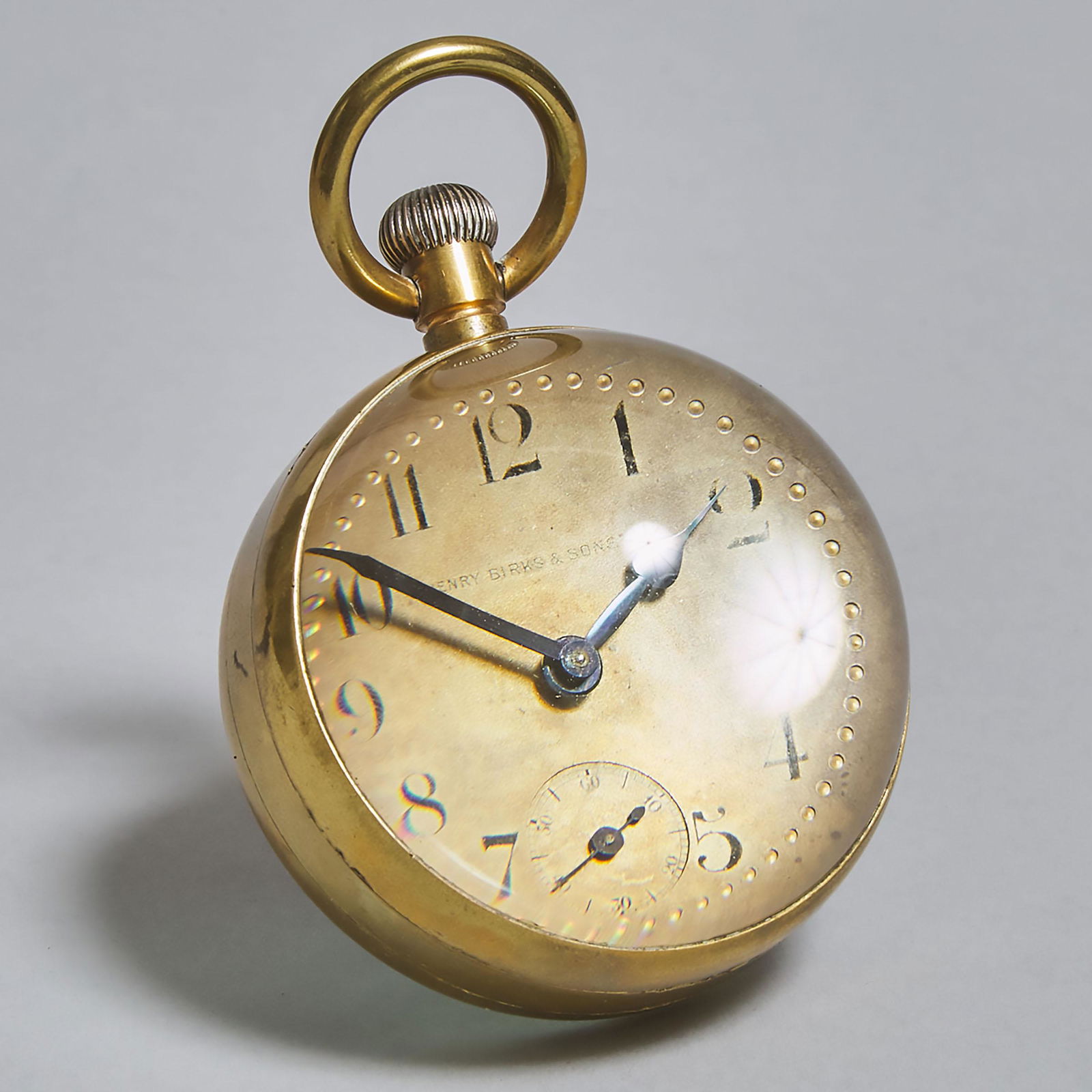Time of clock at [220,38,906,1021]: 1:50
